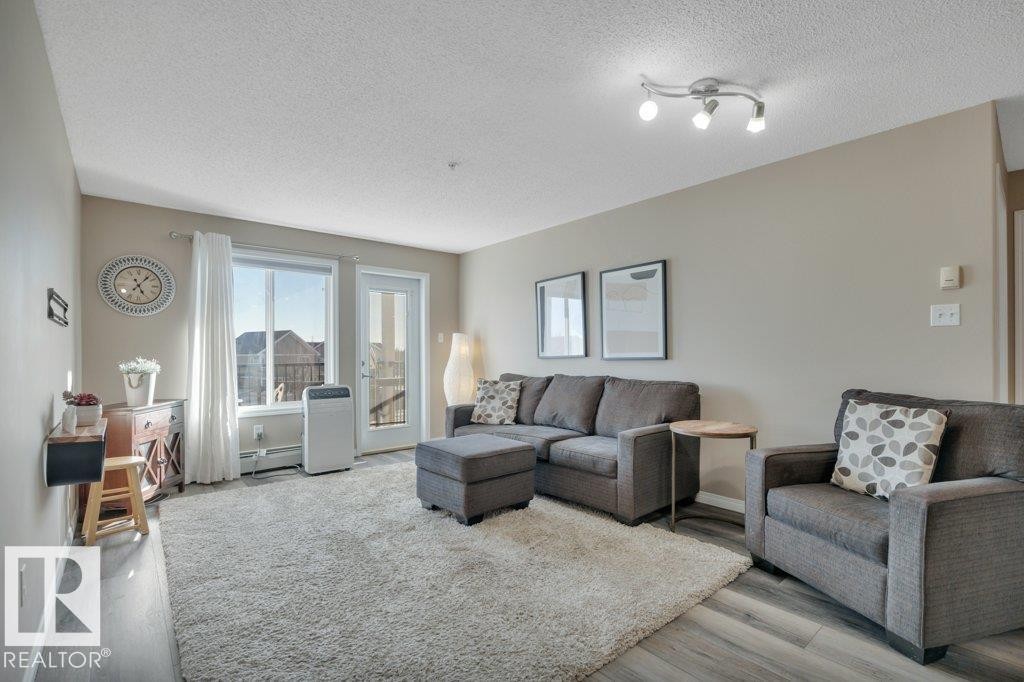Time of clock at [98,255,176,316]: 5:06
